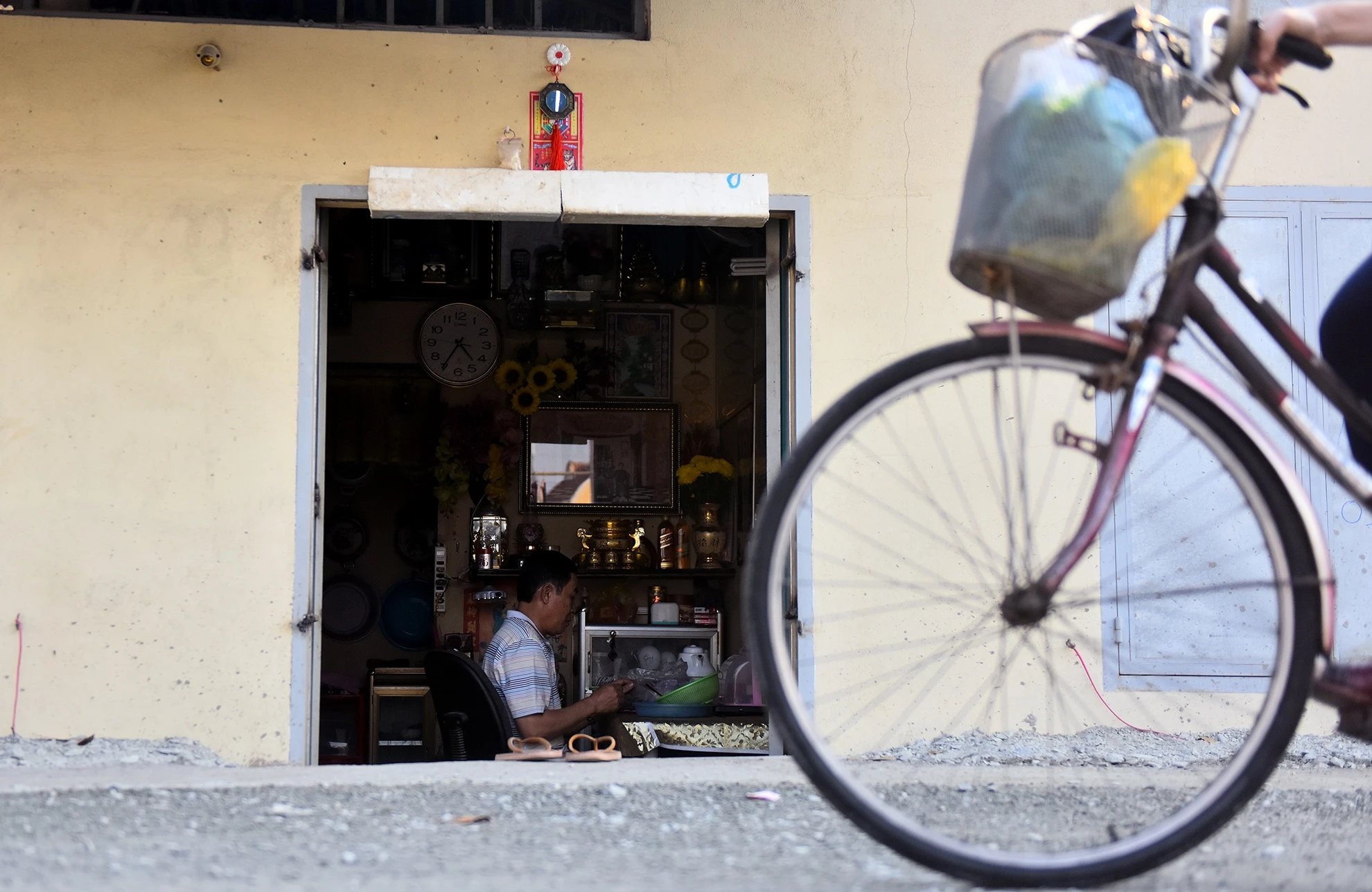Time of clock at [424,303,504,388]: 4:35
